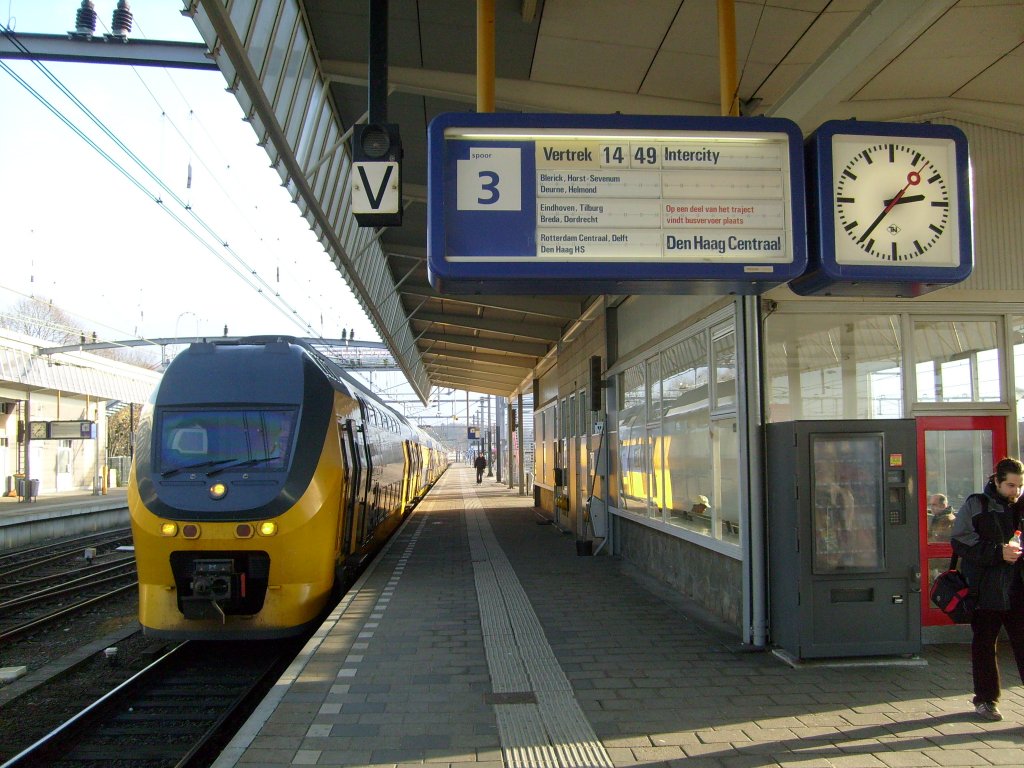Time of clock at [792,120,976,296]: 2:37
